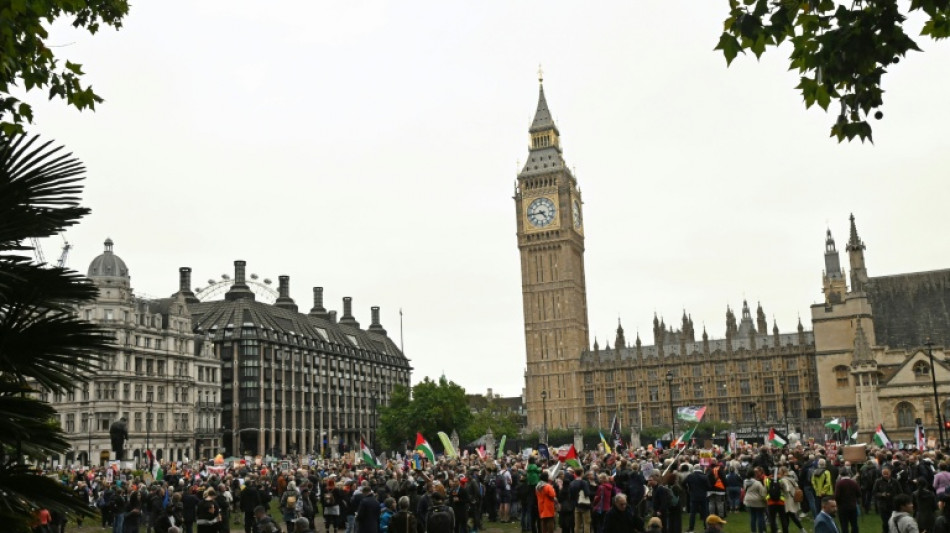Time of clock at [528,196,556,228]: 4:43
